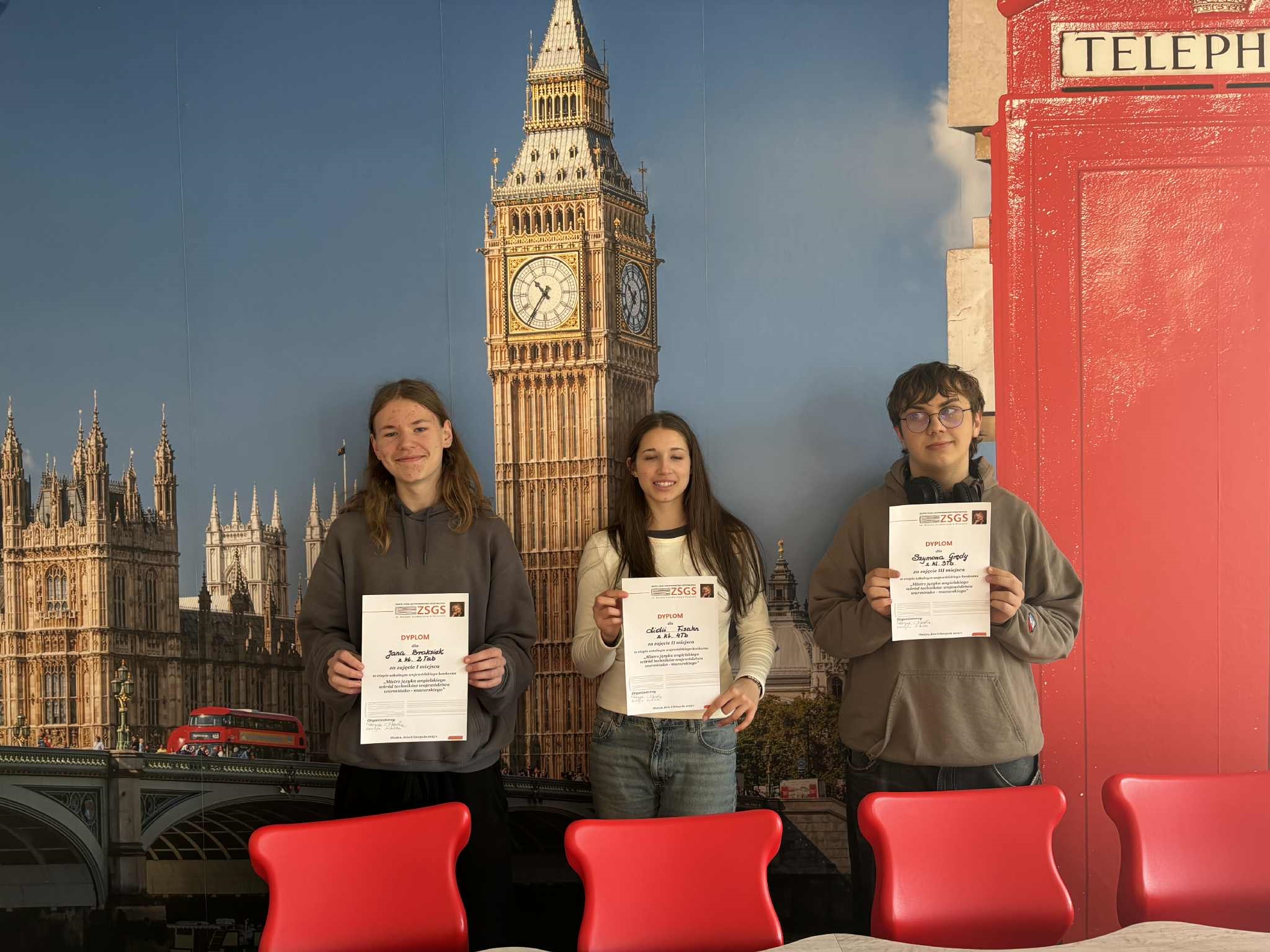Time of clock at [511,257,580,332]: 10:36
